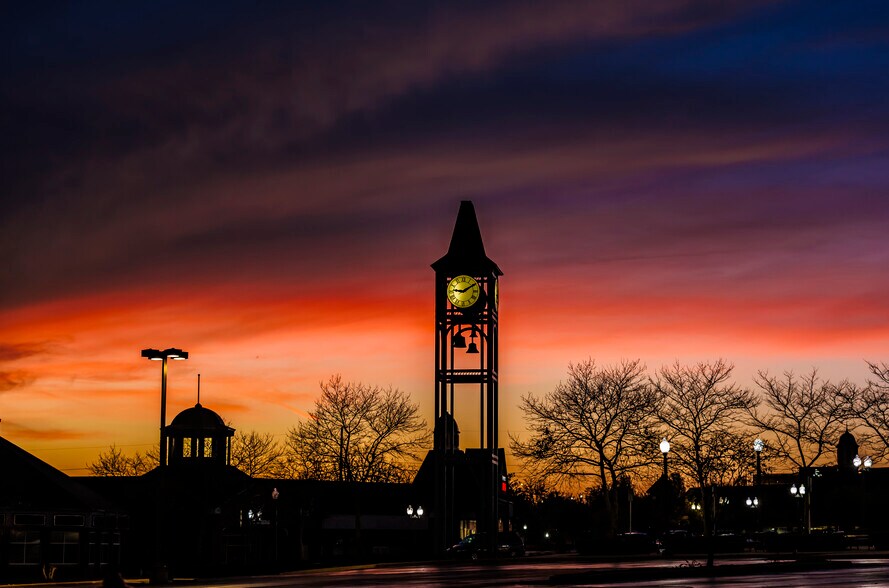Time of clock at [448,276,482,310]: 9:09
